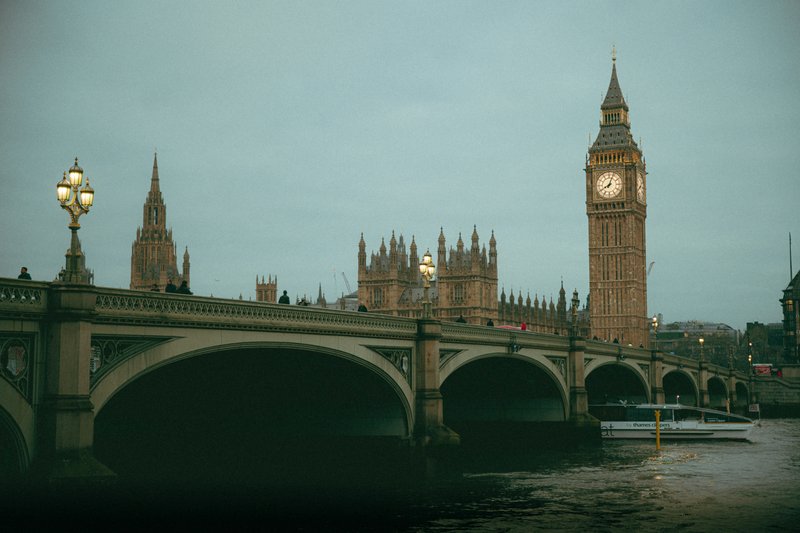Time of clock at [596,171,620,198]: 8:03
